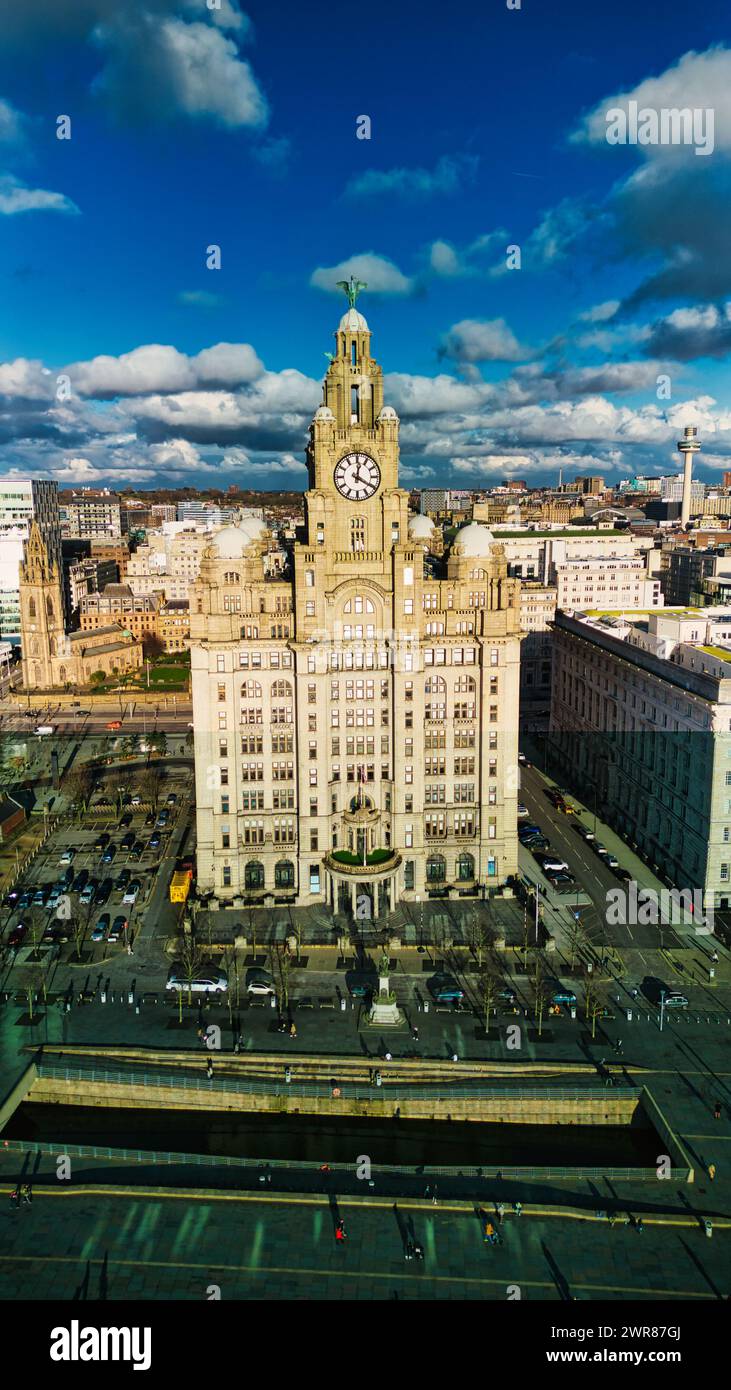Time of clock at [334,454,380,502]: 12:20
